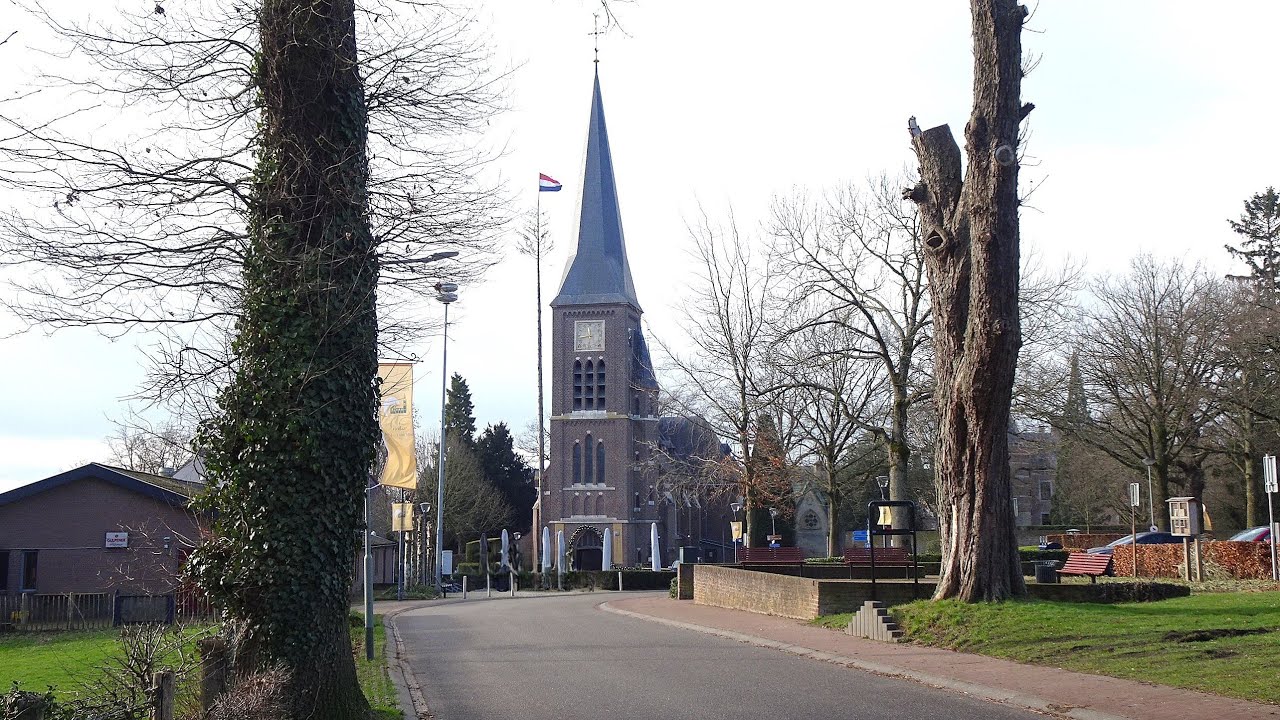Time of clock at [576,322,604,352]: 11:43
